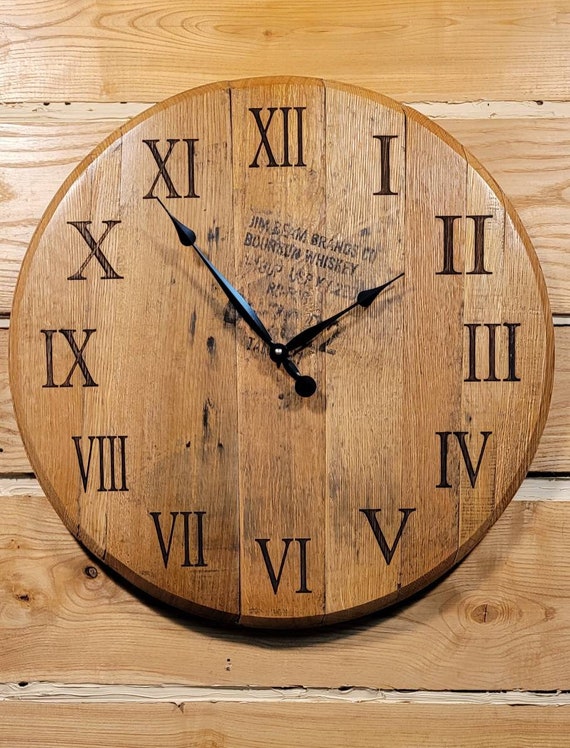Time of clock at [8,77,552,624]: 1:53
